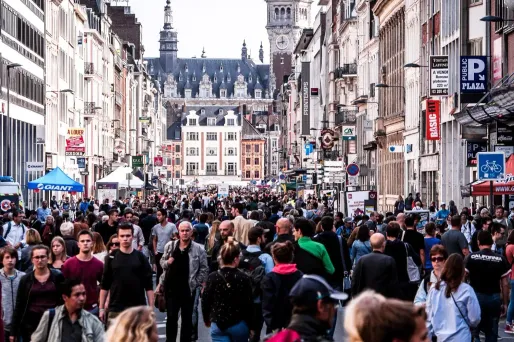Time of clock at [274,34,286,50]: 11:42
